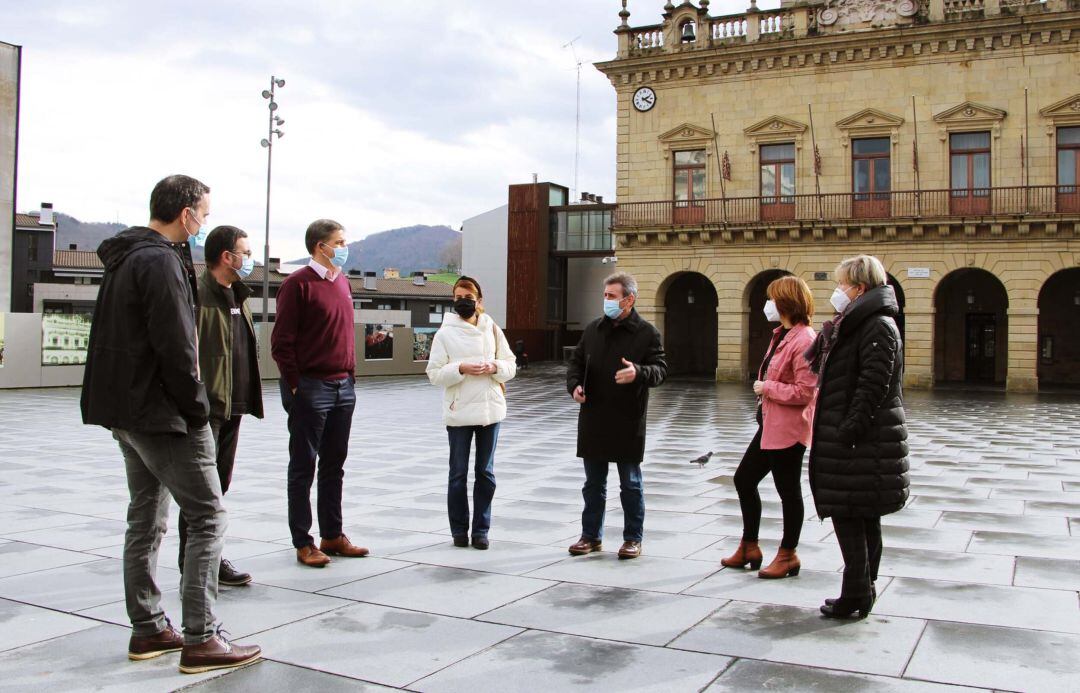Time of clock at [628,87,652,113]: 2:20
